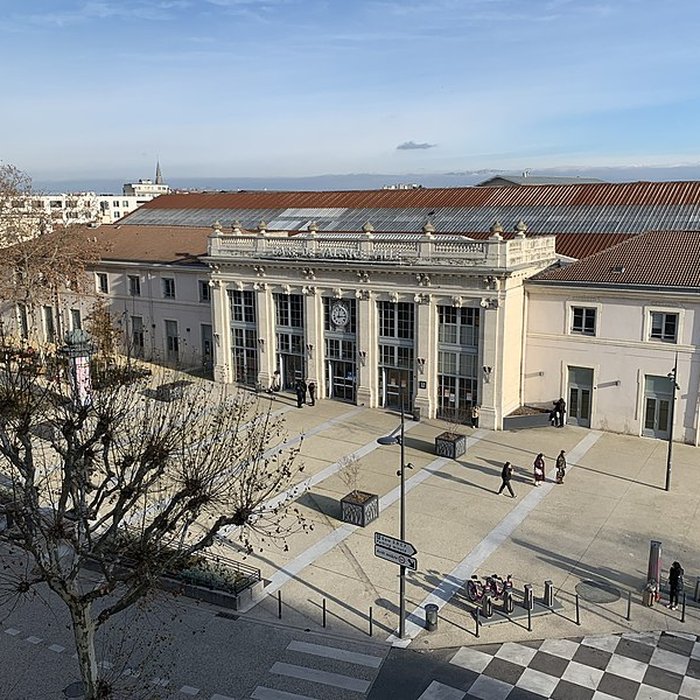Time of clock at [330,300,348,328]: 12:14
